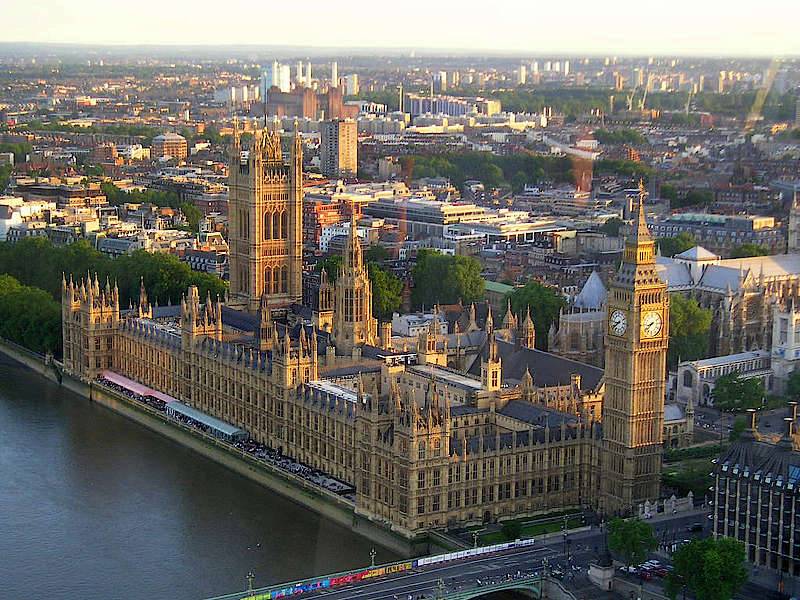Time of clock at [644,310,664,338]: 8:38
